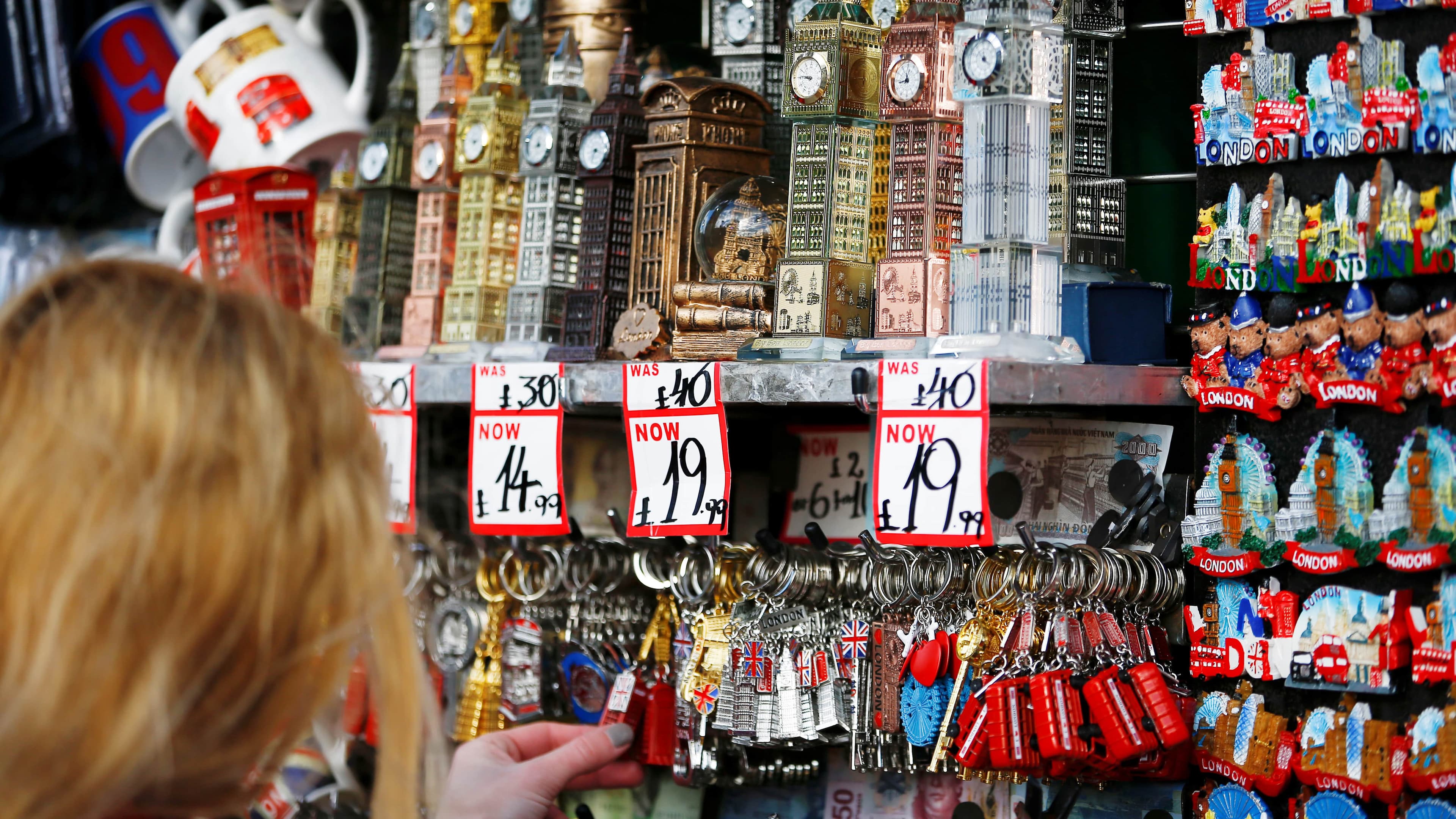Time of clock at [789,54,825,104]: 8:45
